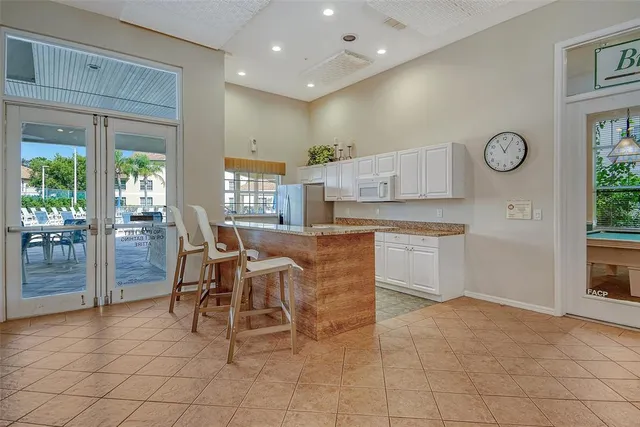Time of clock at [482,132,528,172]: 11:05
